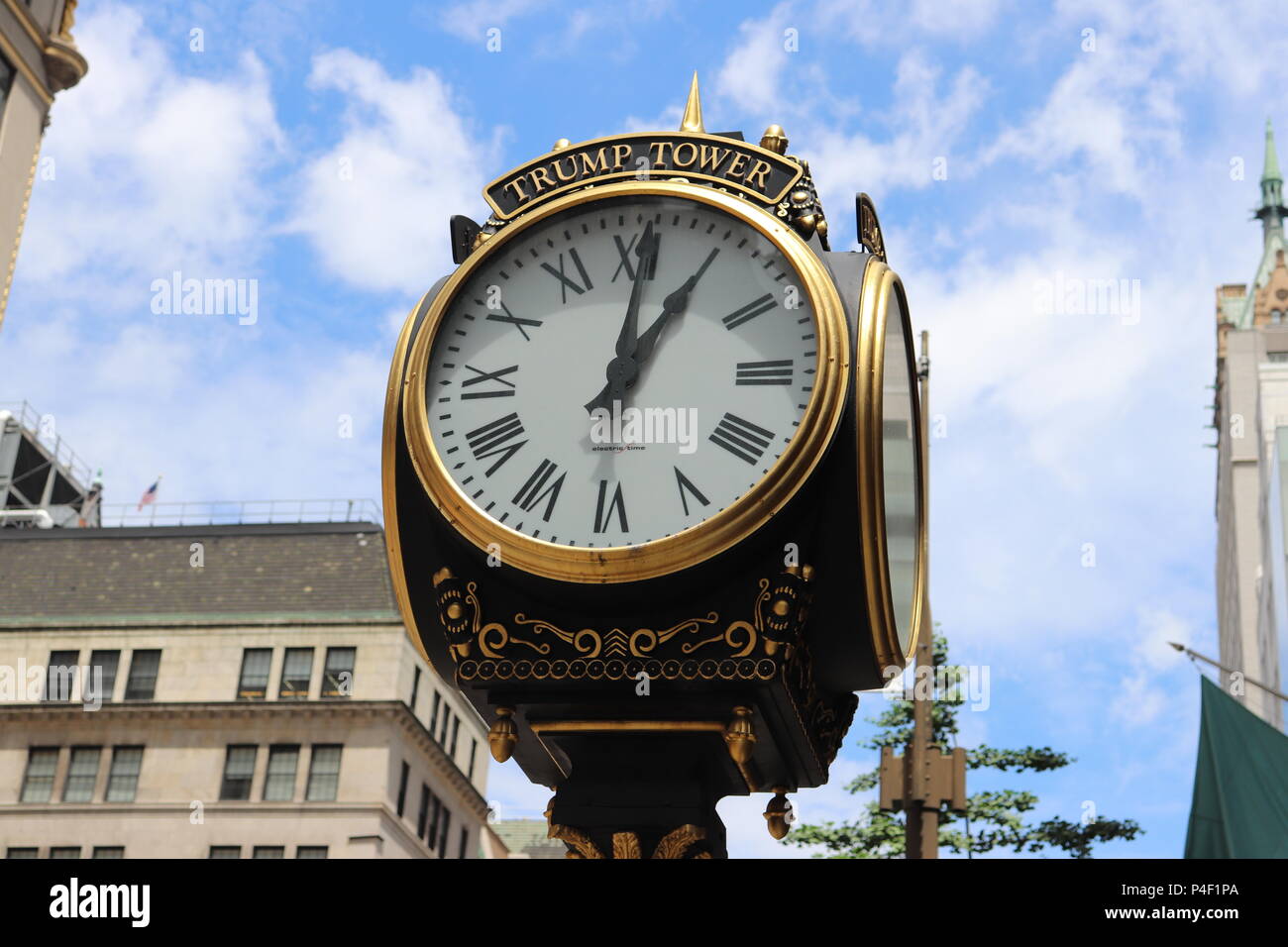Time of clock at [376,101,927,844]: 1:01
